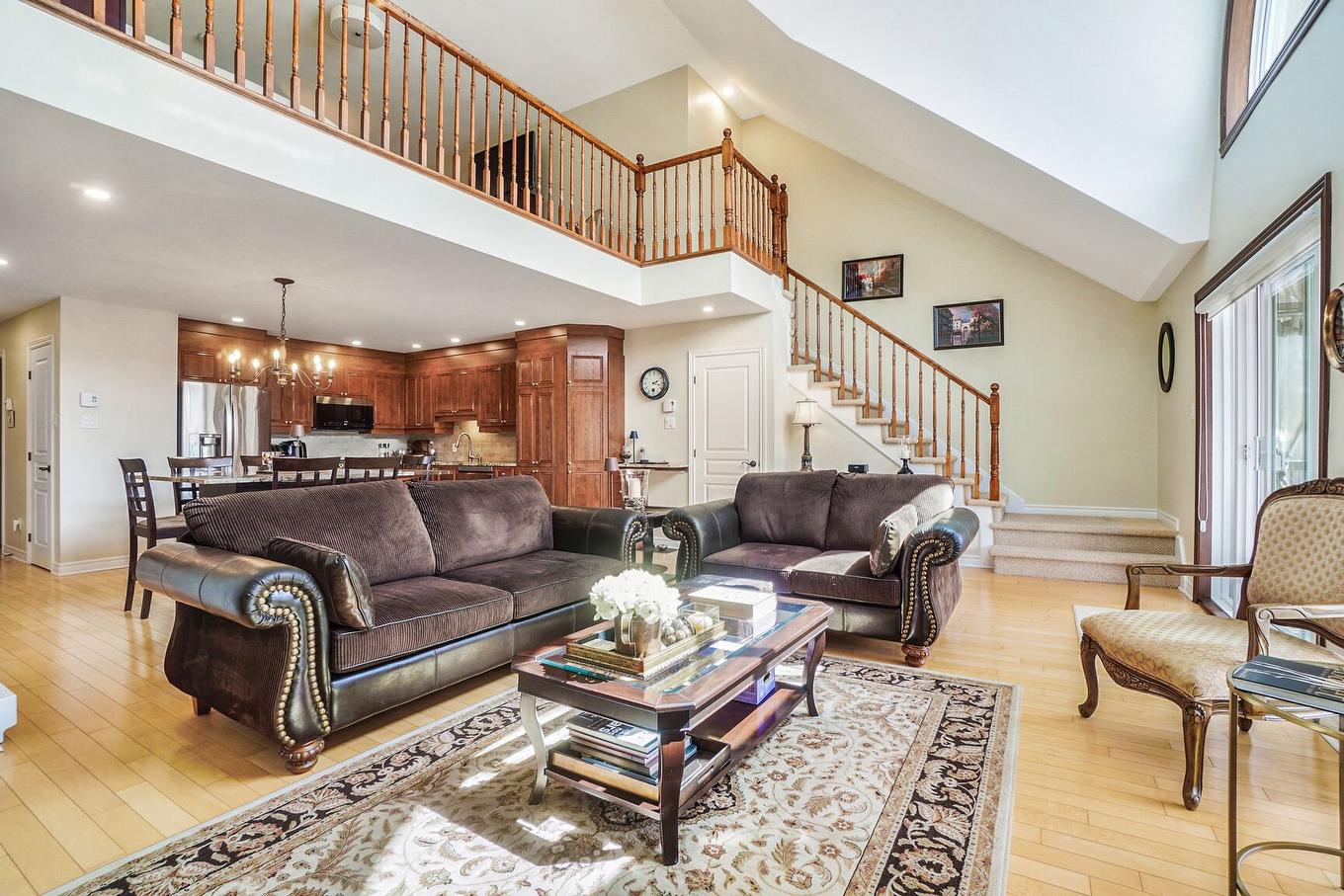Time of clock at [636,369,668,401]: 2:18
